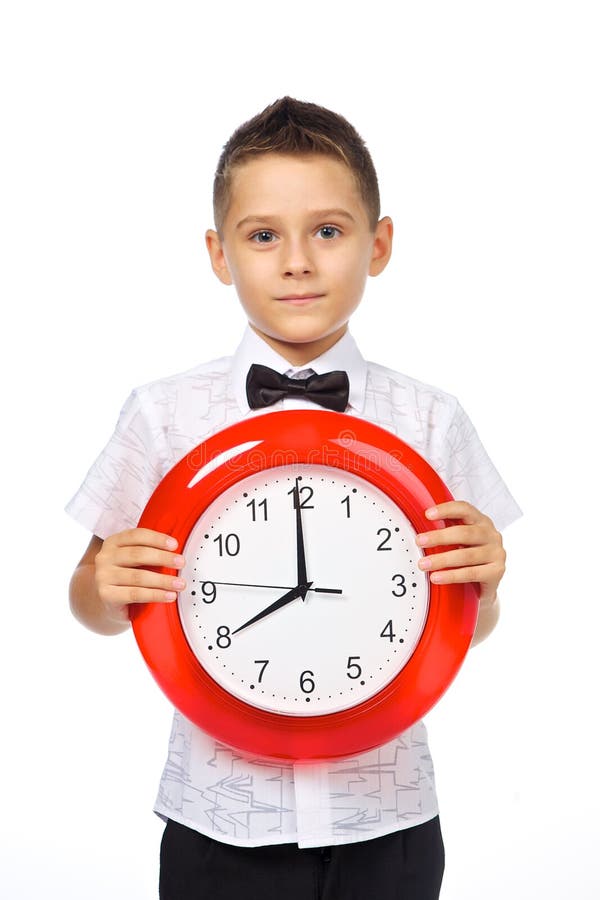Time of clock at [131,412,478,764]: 7:59
